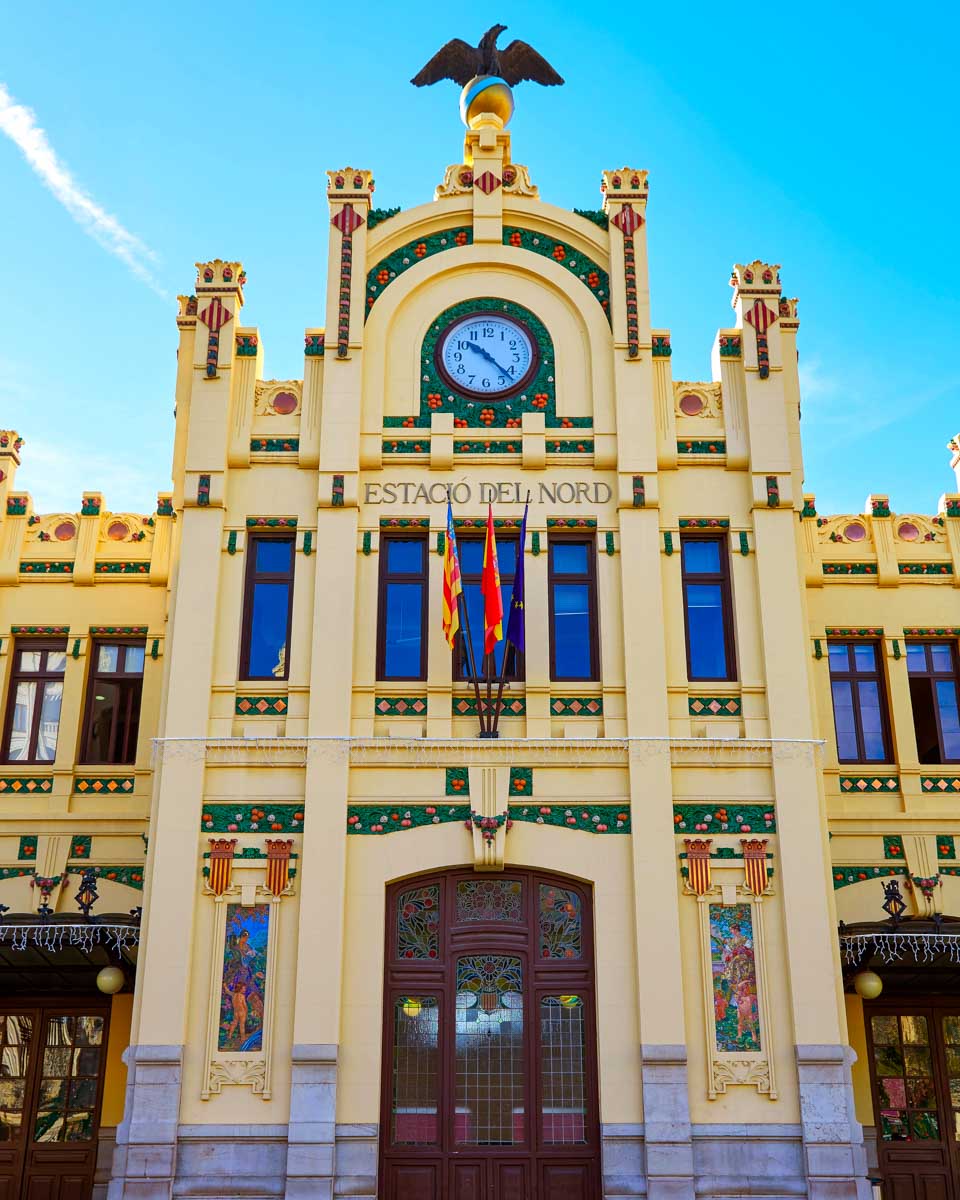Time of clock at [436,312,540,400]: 10:22
